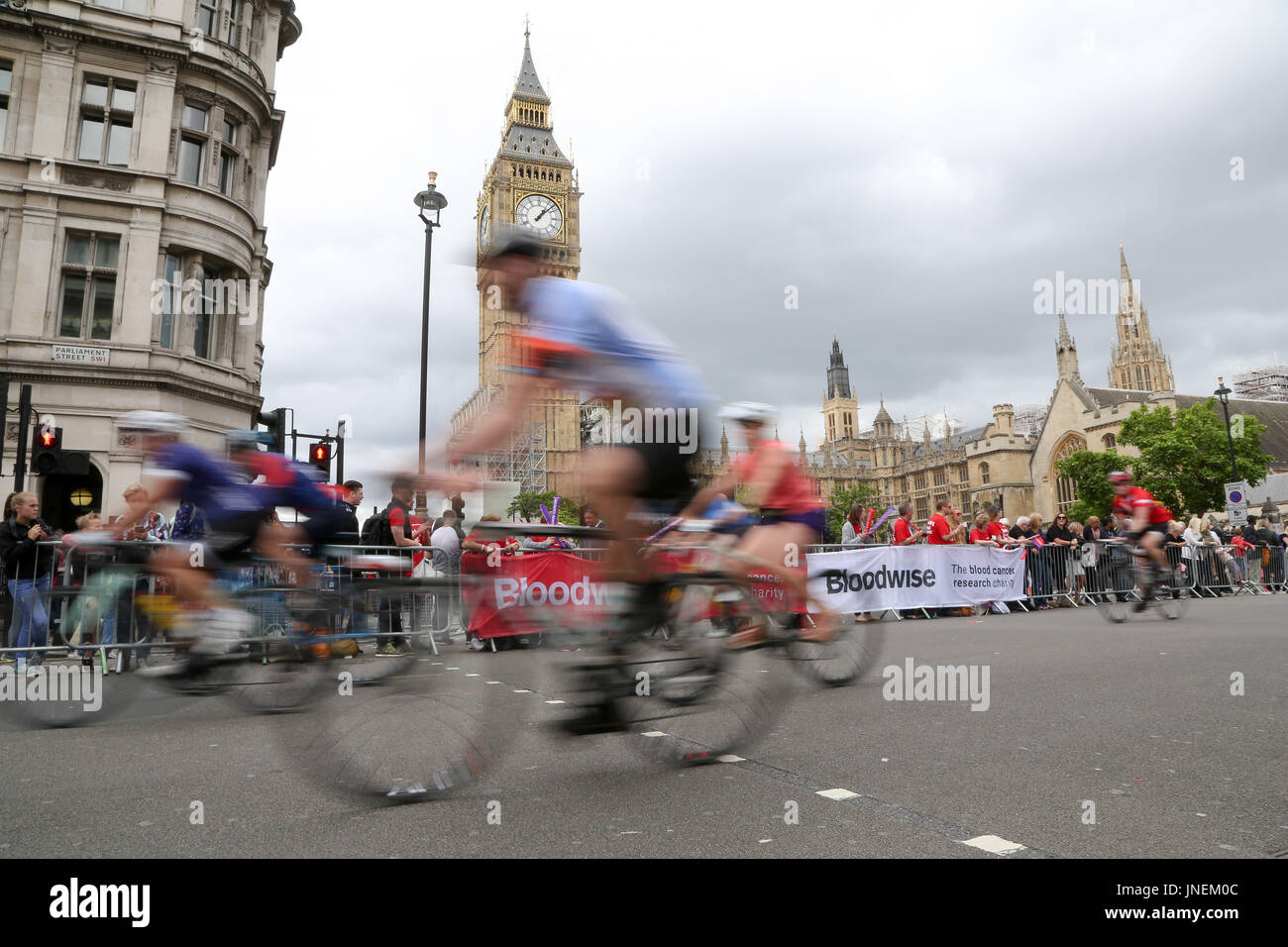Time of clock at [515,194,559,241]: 1:07
